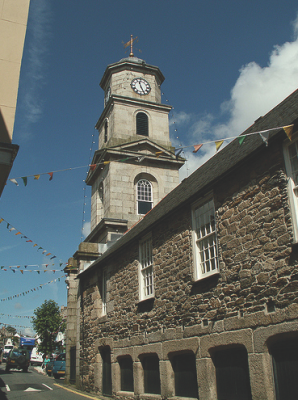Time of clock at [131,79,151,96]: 11:25
